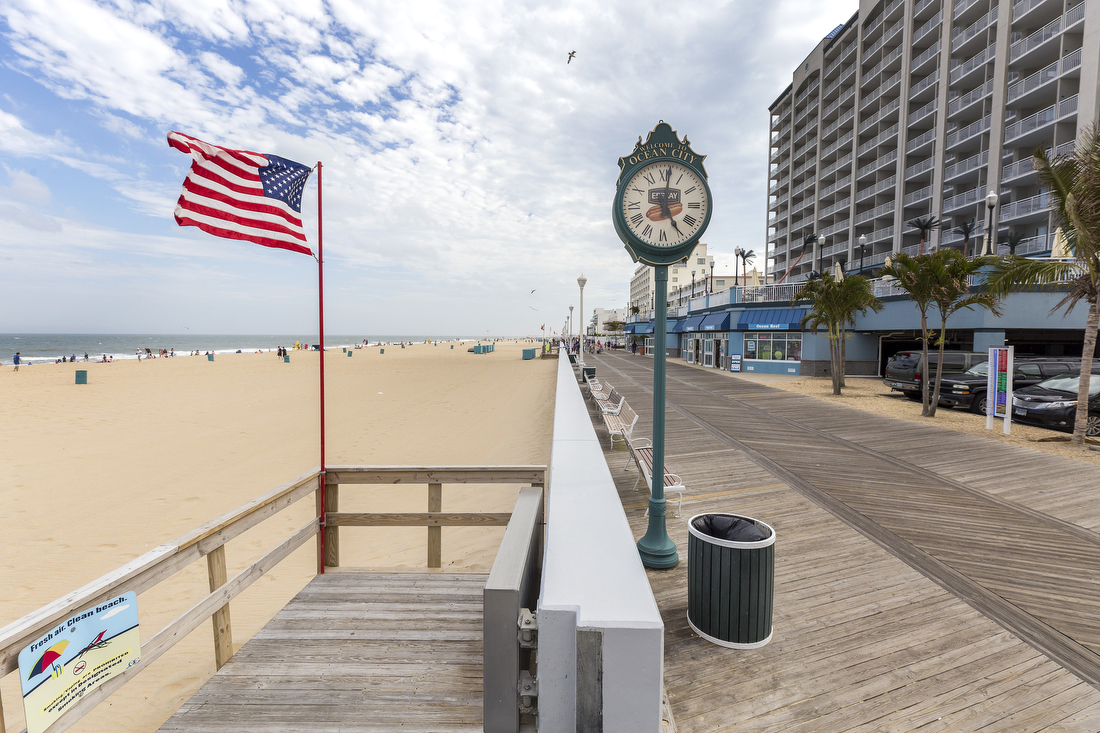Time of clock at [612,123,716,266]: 5:01
